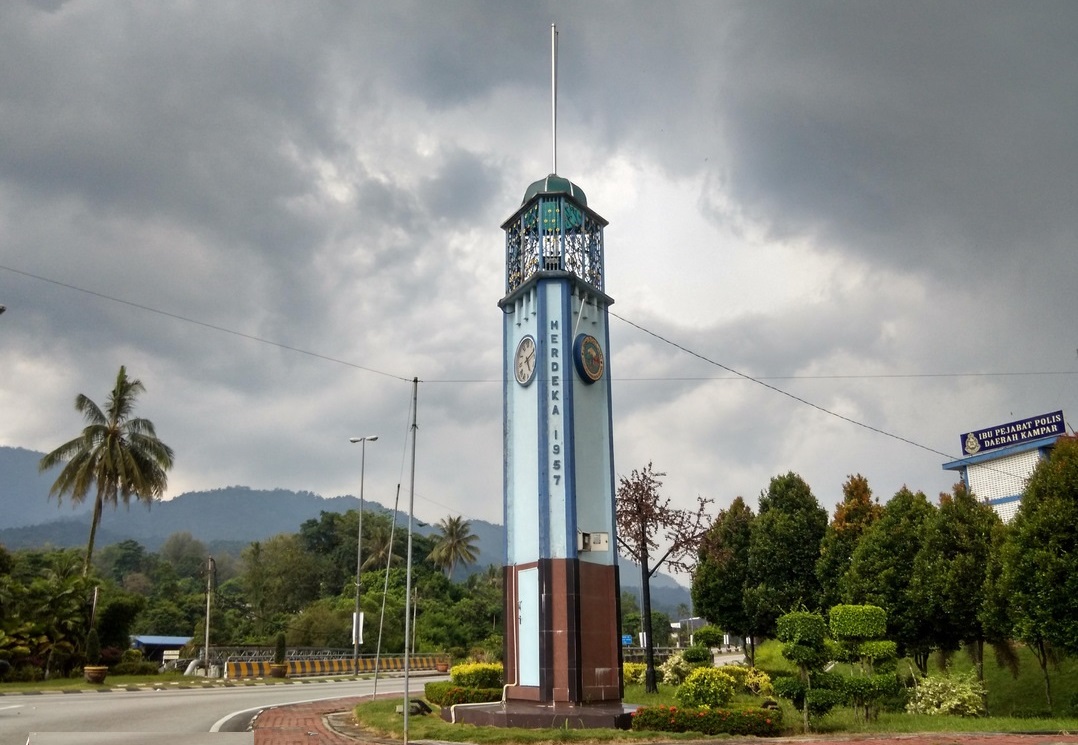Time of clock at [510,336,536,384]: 5:11
